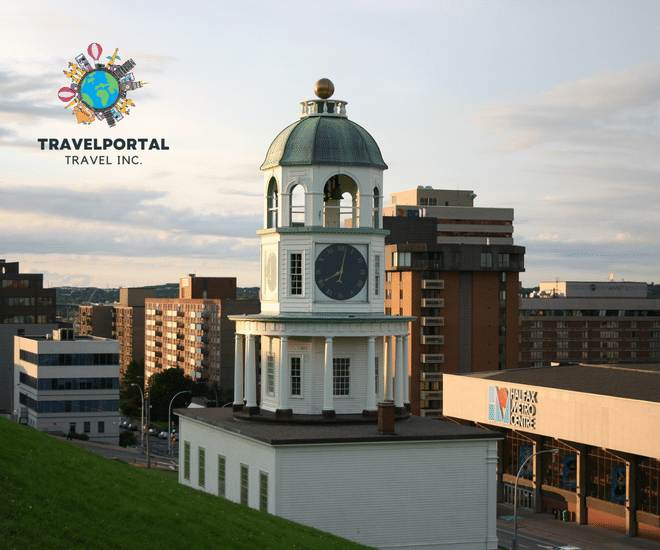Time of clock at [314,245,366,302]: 8:02
